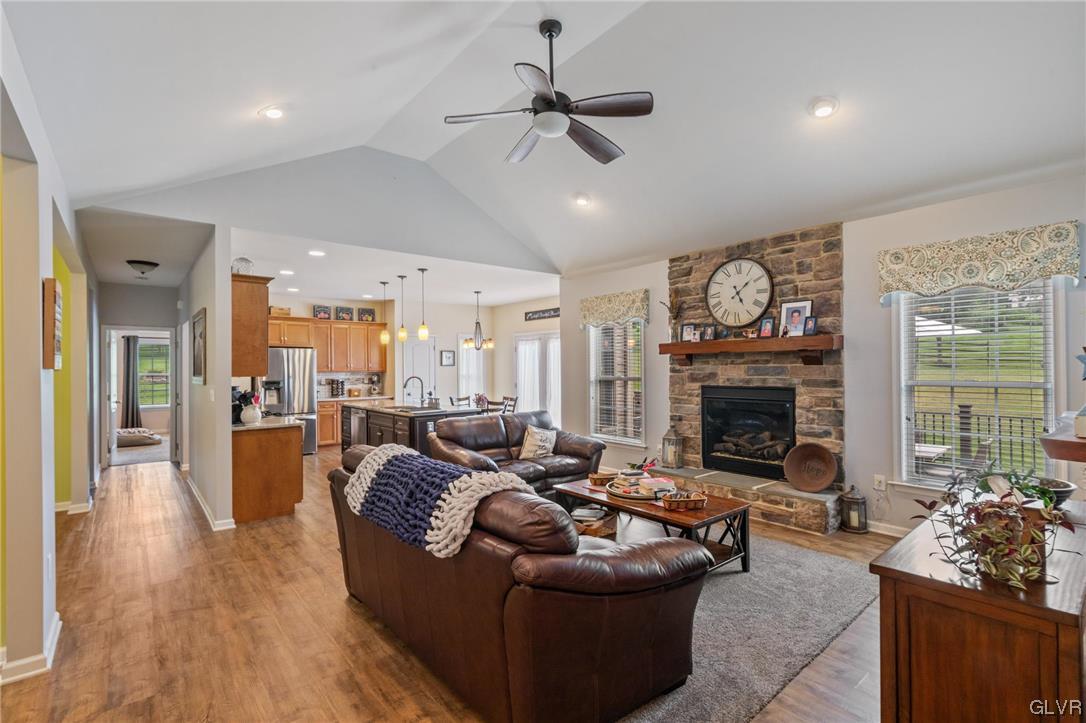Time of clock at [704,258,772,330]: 5:07
